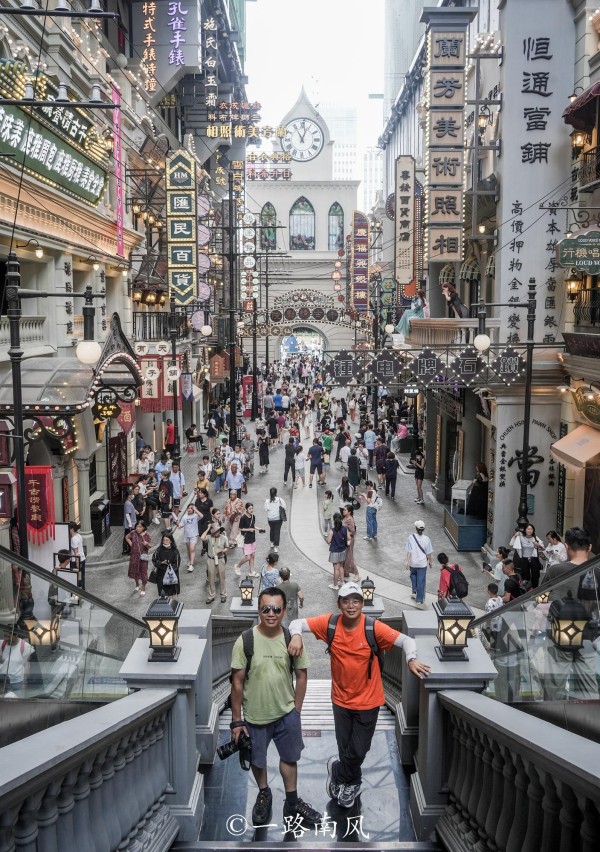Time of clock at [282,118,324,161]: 12:55
